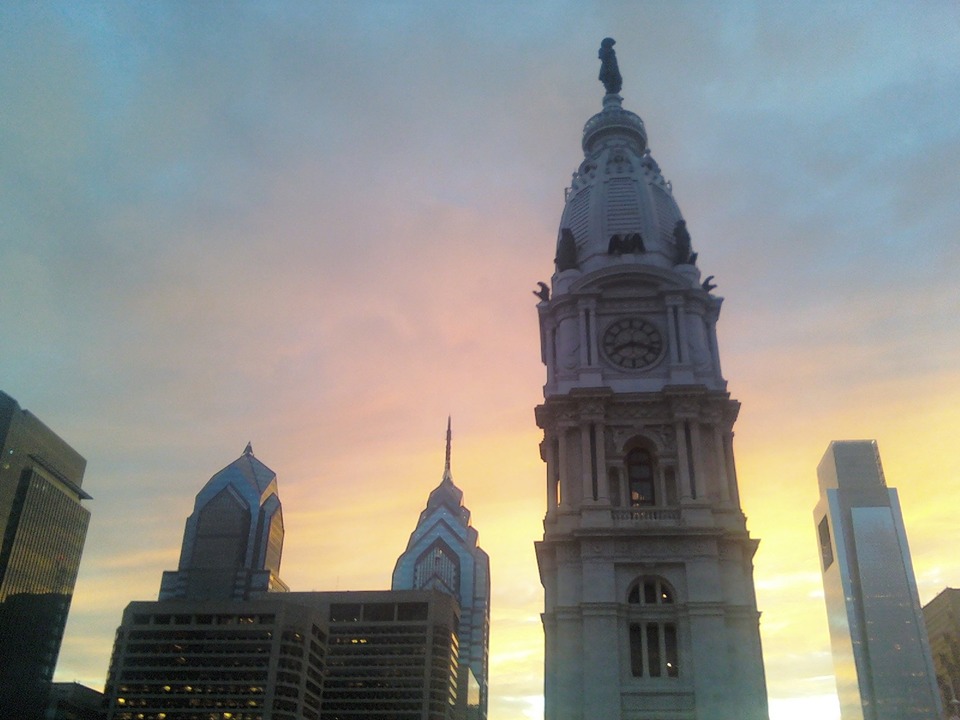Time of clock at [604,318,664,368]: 8:17
